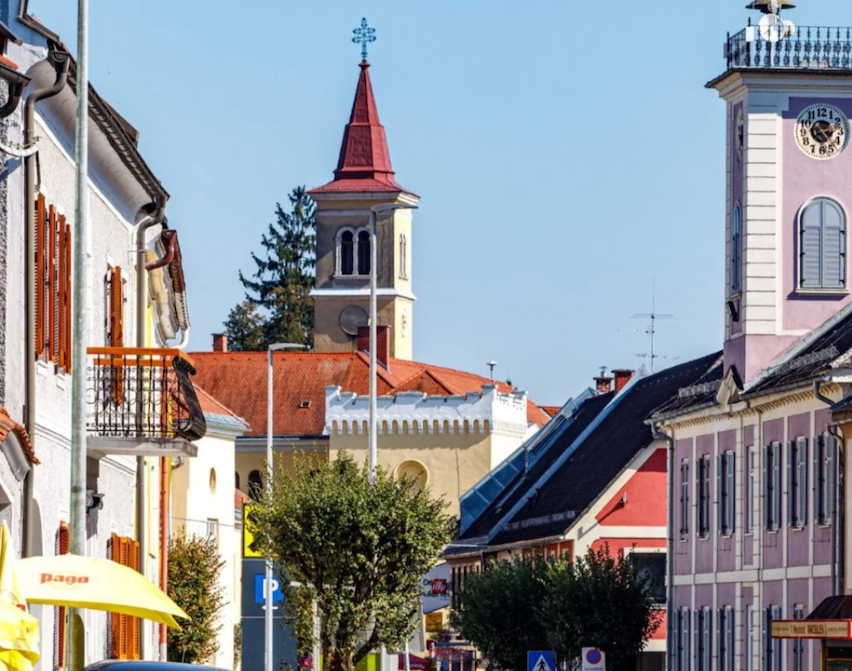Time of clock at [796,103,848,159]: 2:23
